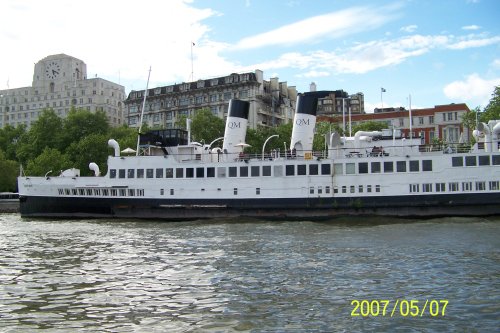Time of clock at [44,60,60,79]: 5:18
